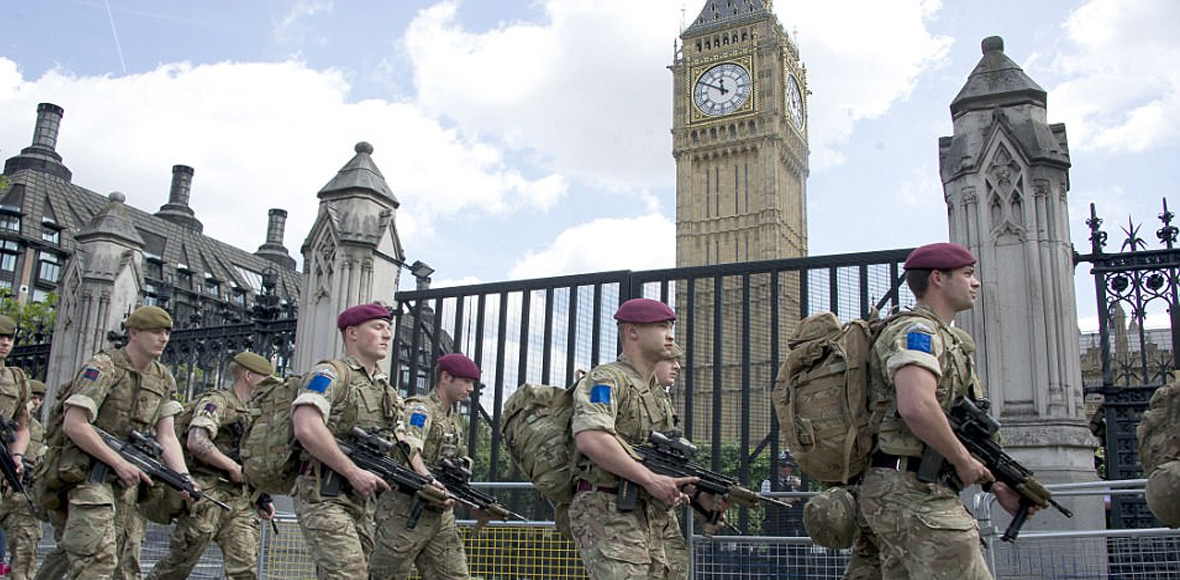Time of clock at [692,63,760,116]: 11:49
